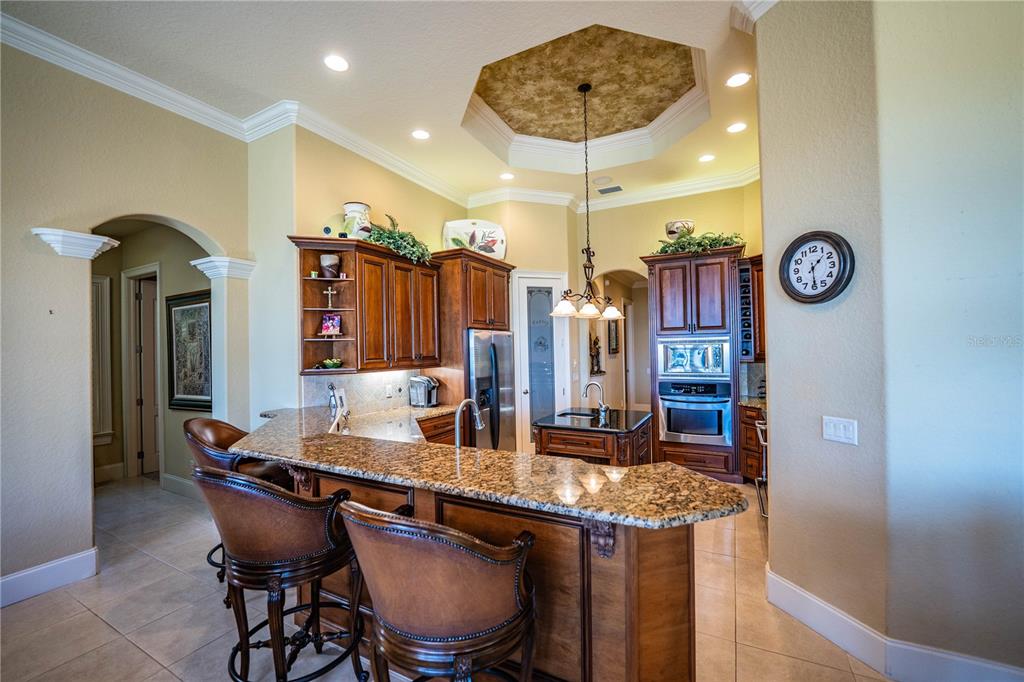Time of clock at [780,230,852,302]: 1:29
